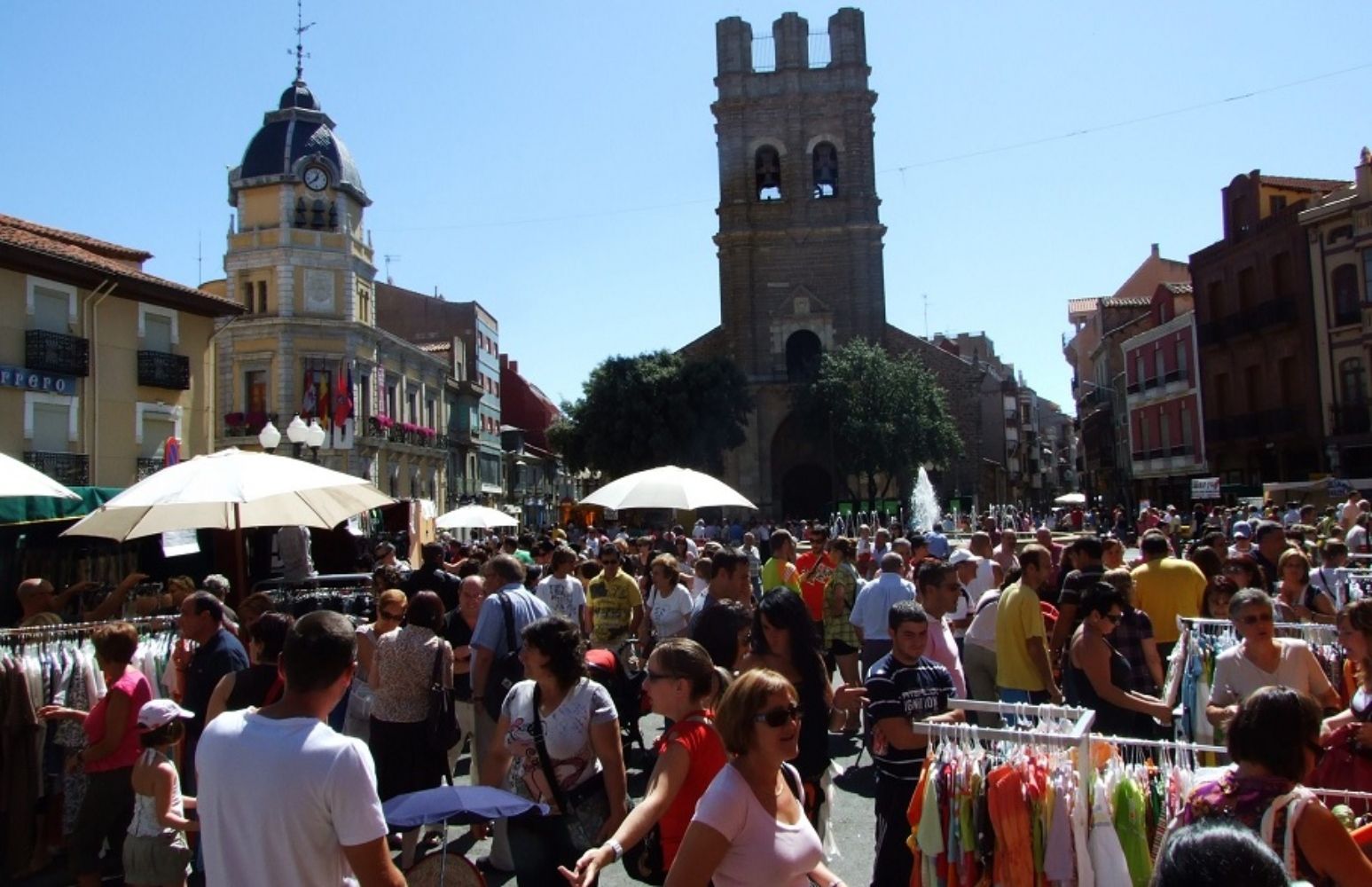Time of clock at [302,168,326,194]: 12:38
